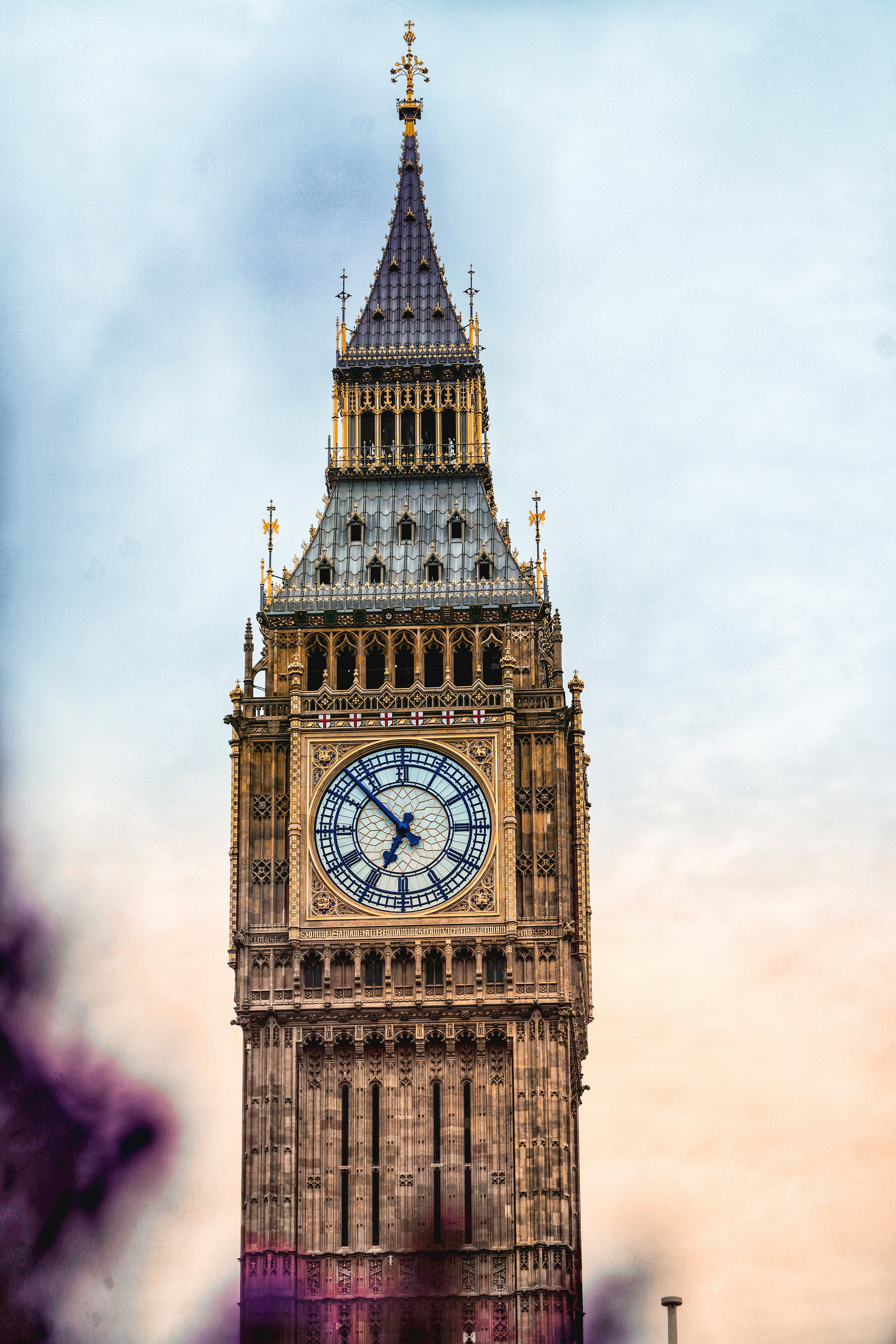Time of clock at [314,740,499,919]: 6:52
